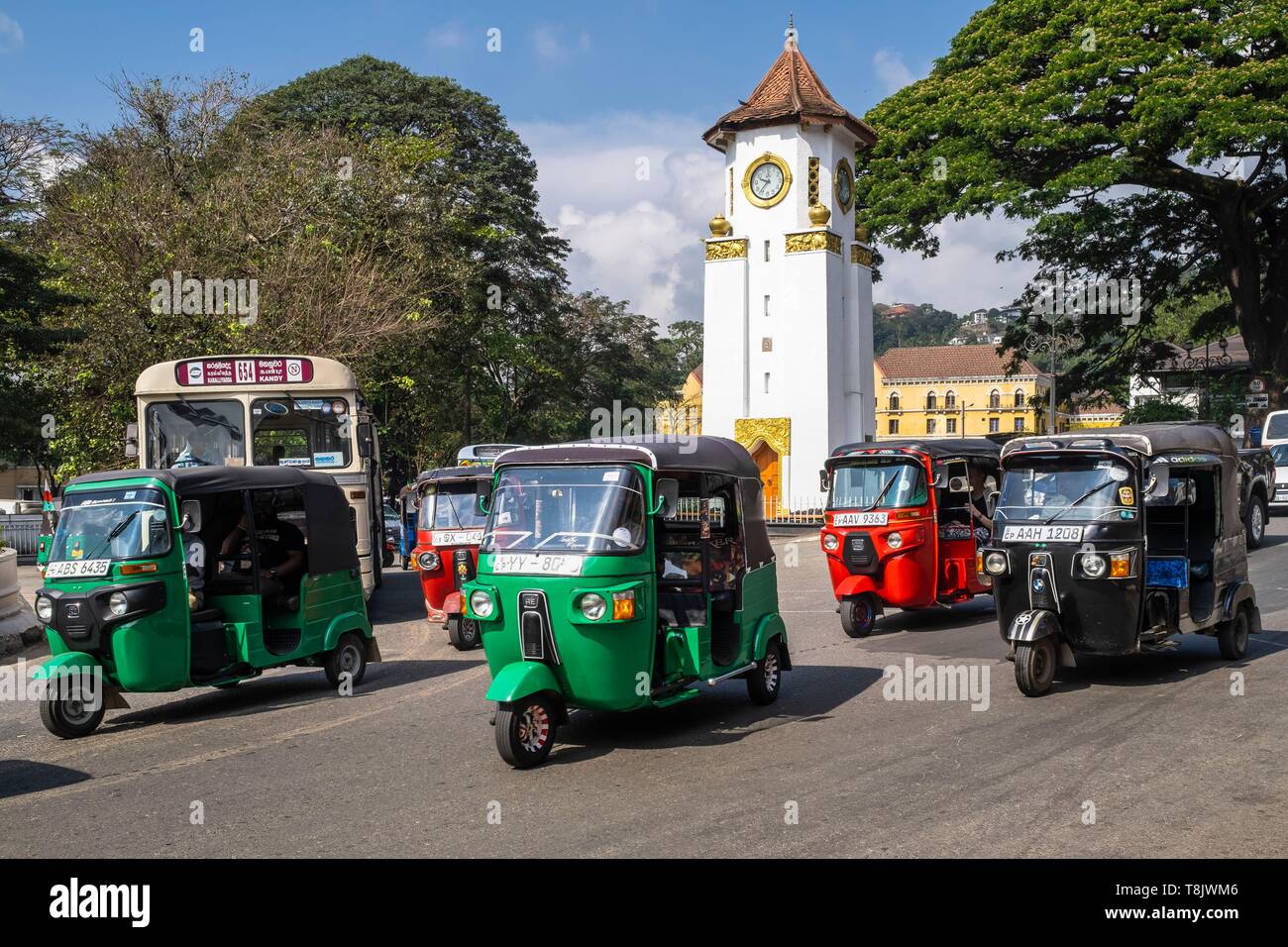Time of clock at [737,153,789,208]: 9:36
